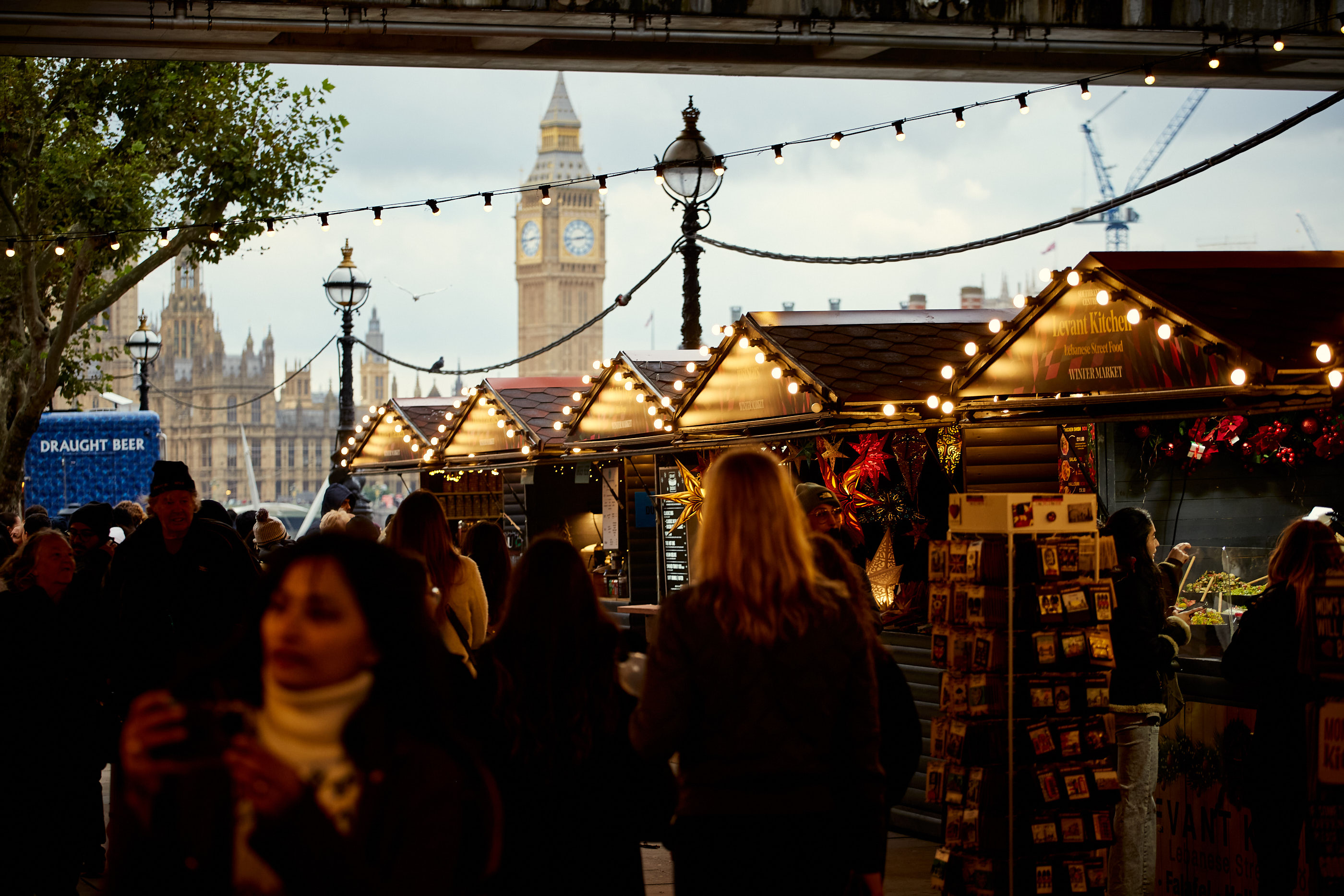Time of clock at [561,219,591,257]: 2:43
